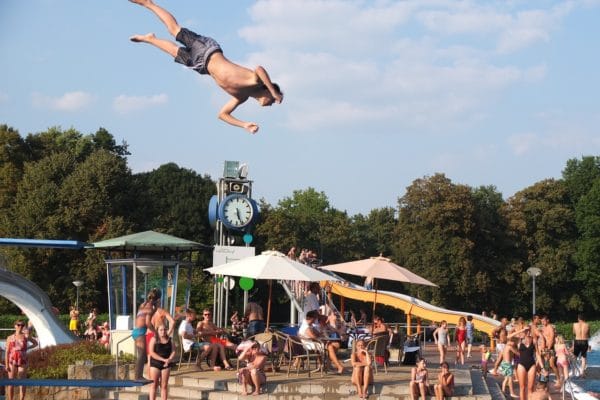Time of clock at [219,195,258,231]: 5:26
